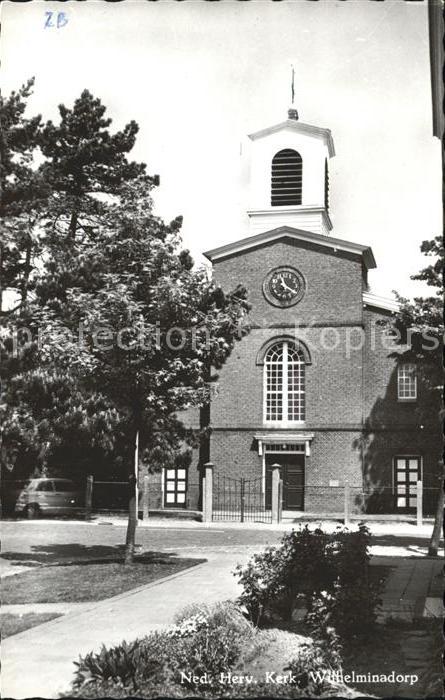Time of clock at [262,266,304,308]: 11:20
